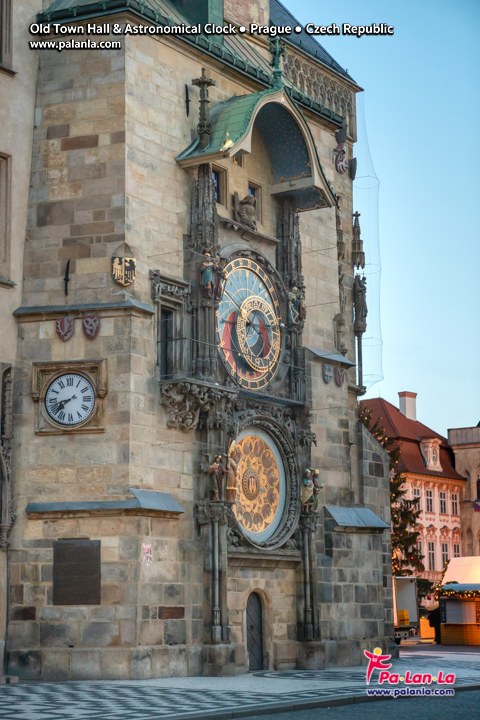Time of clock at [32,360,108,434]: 7:42
